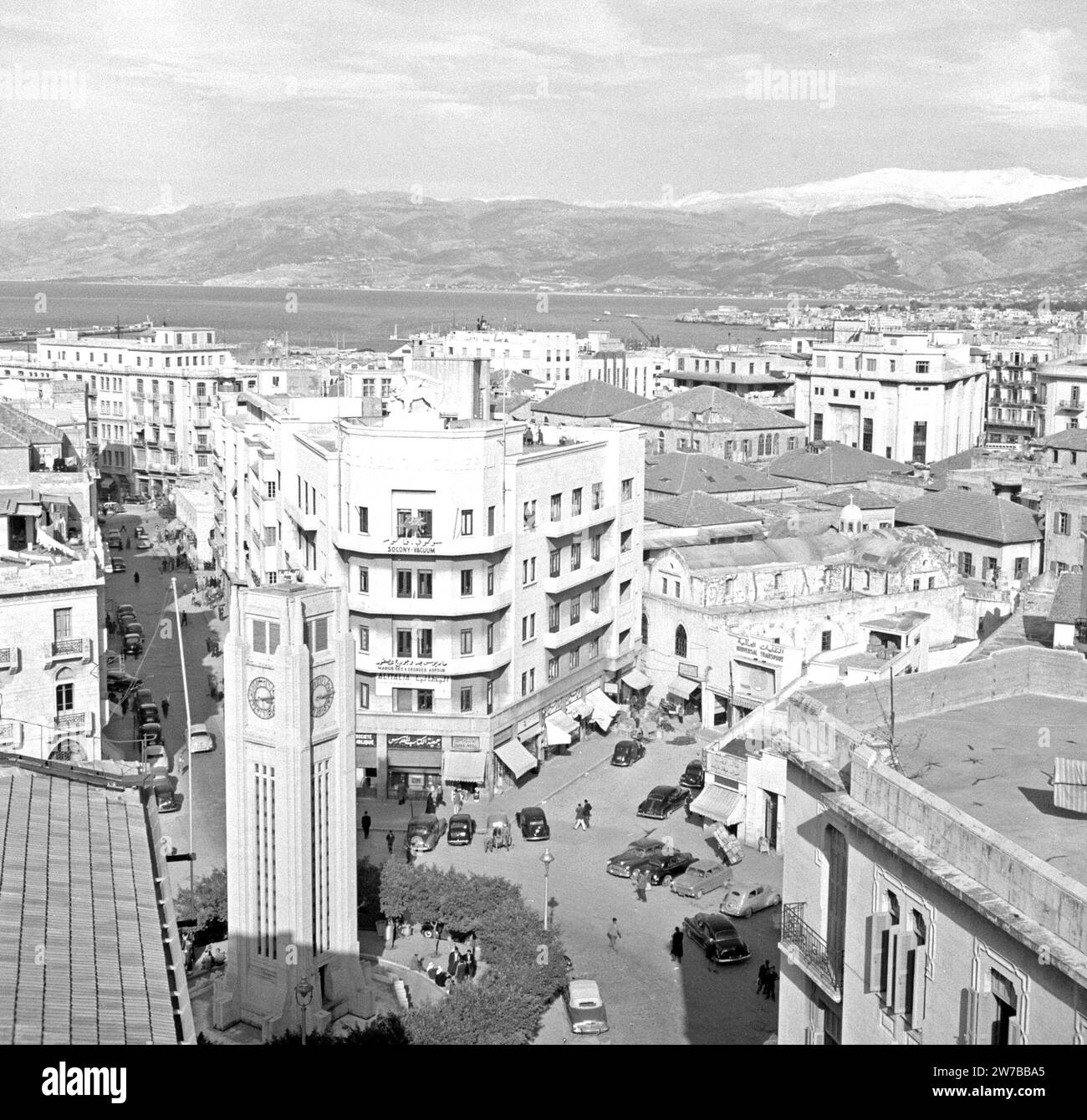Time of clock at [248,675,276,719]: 2:42
